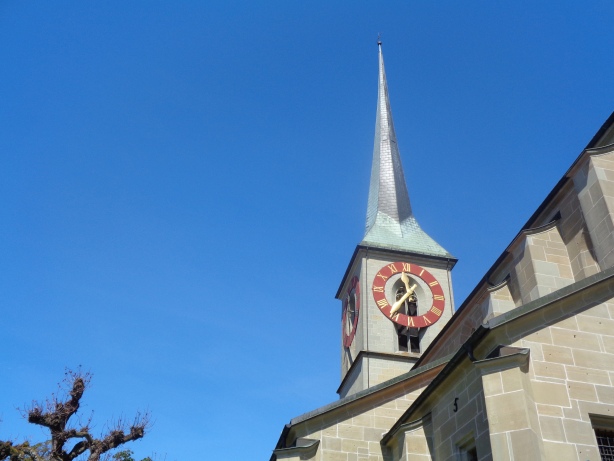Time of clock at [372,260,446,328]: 11:36
